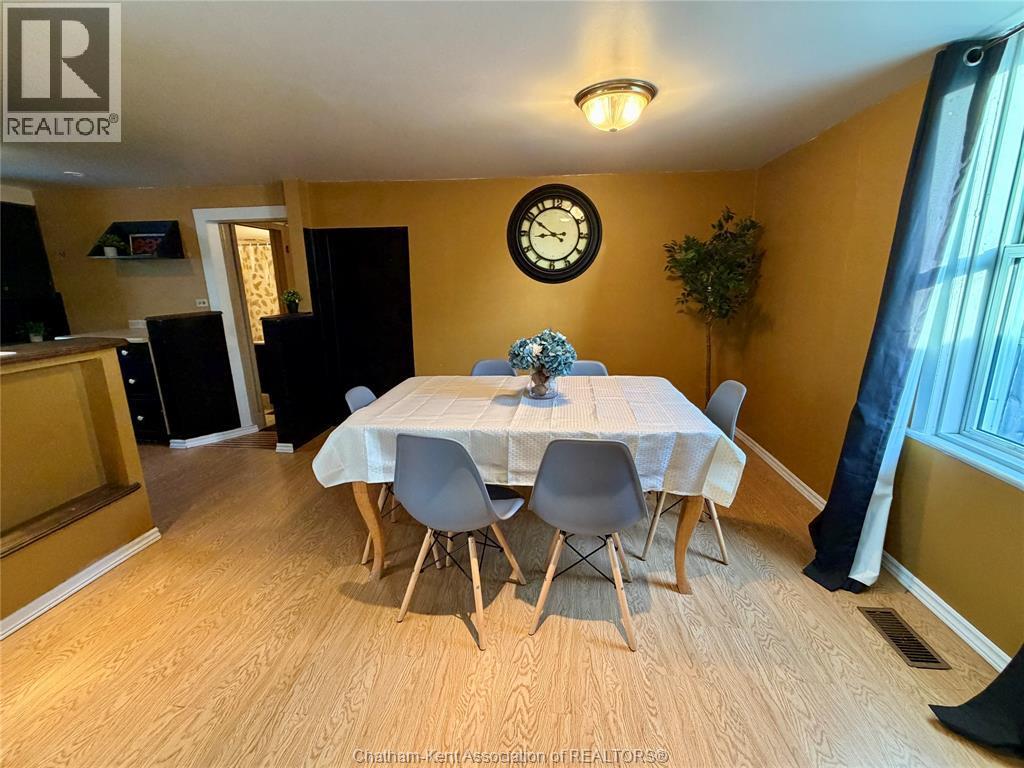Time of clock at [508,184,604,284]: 8:50
